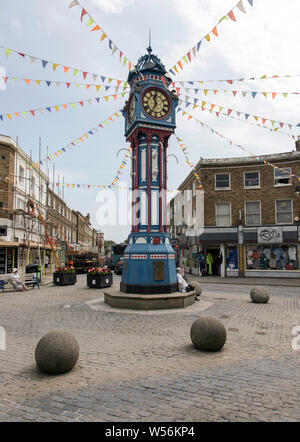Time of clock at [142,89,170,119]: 11:34
